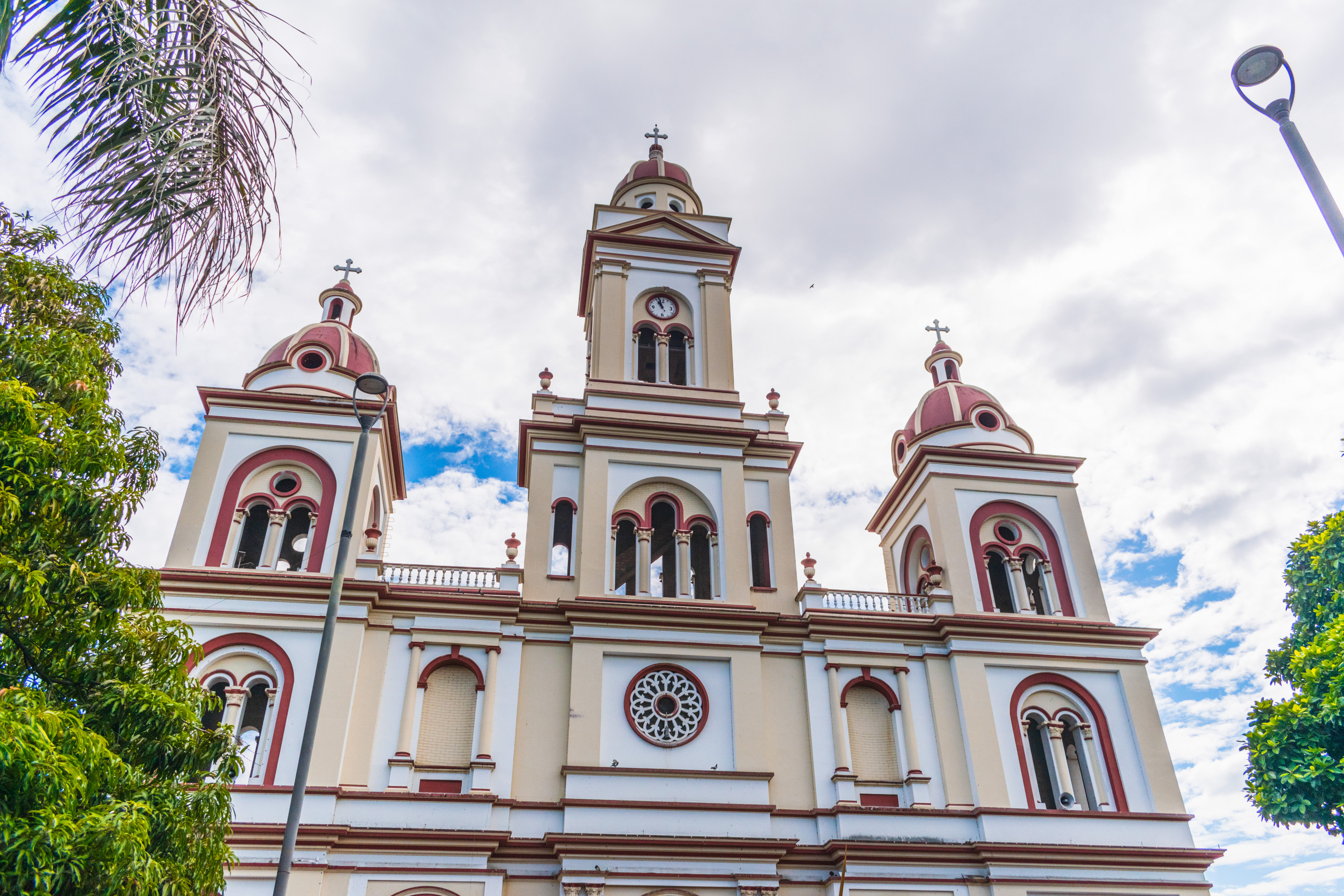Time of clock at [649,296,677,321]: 10:57
